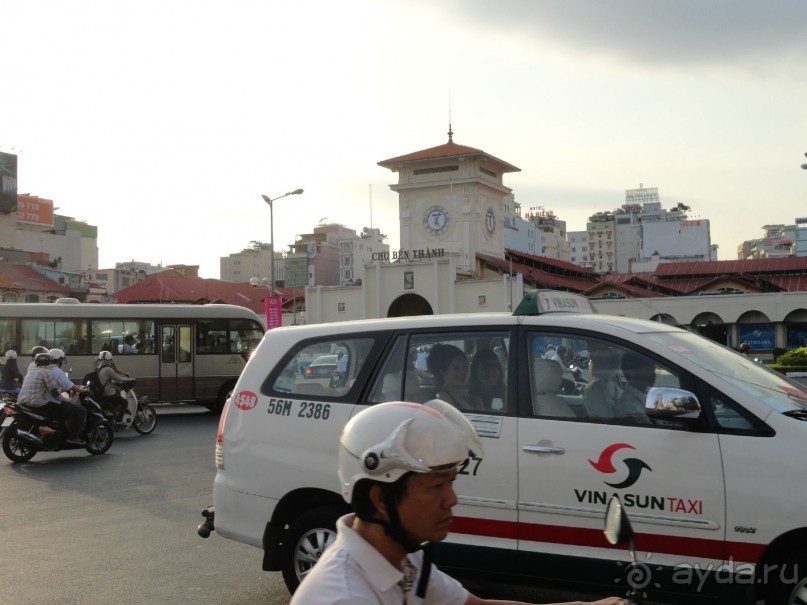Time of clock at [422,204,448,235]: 5:03
